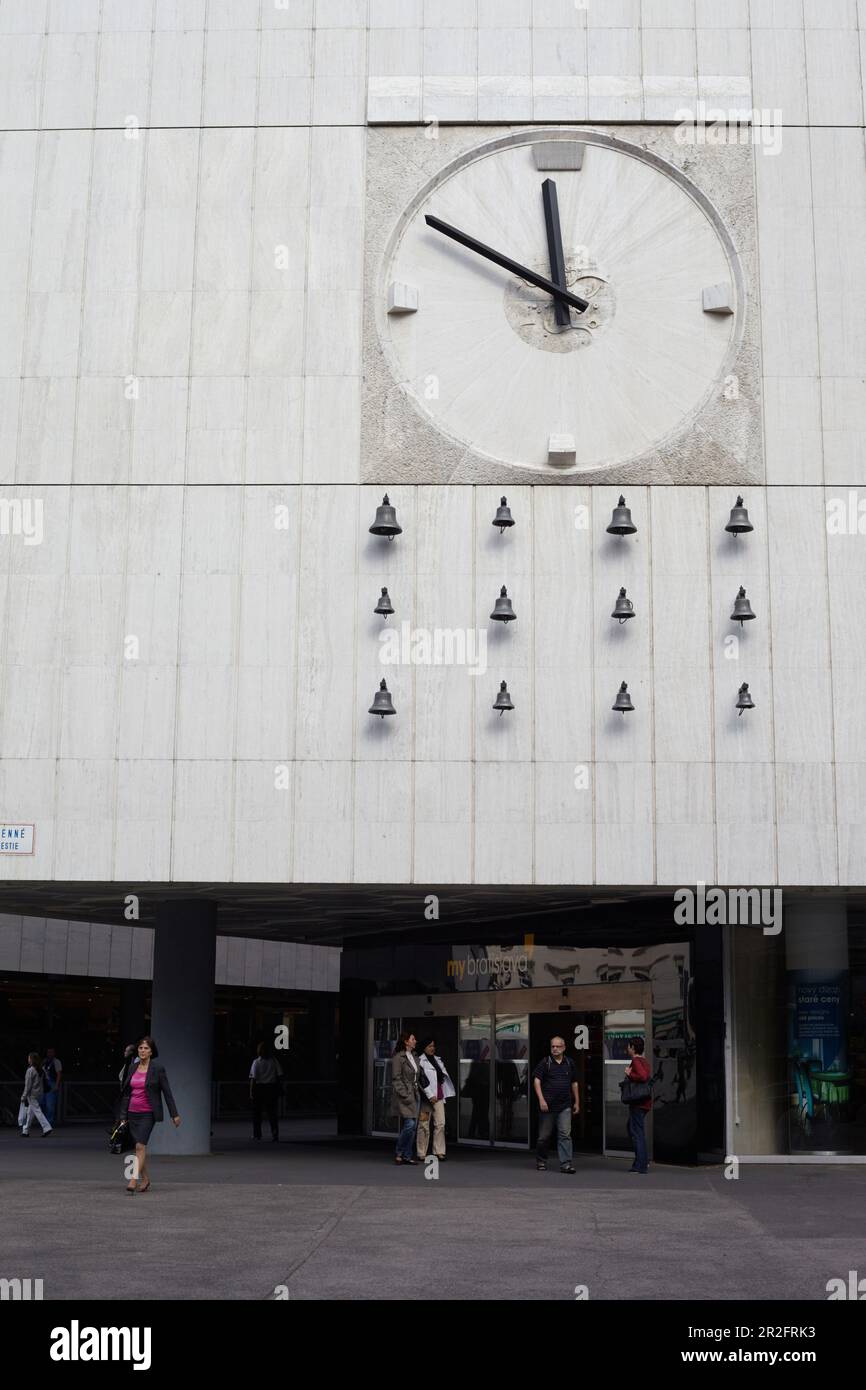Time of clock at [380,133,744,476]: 11:50
